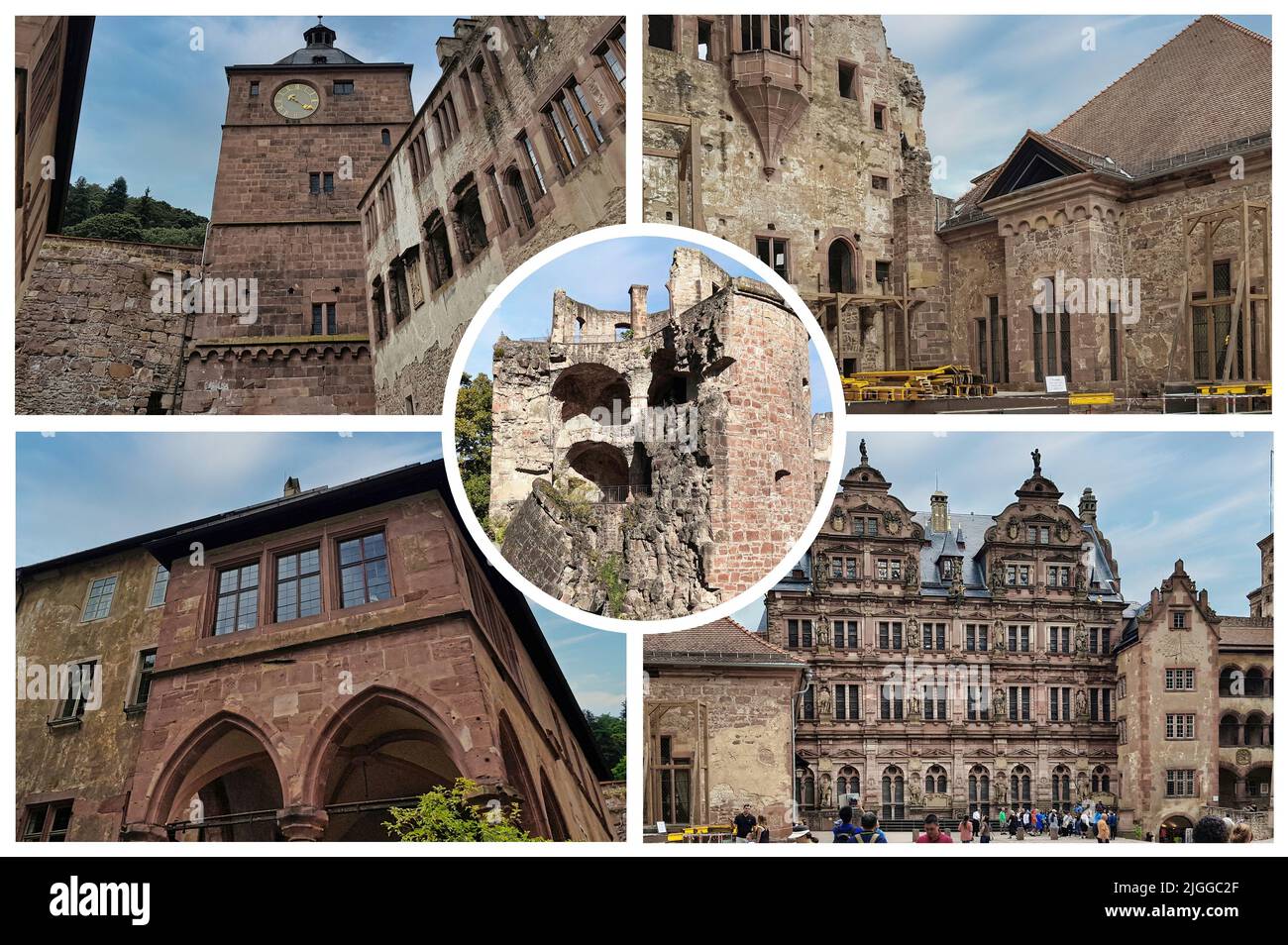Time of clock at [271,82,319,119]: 4:21
